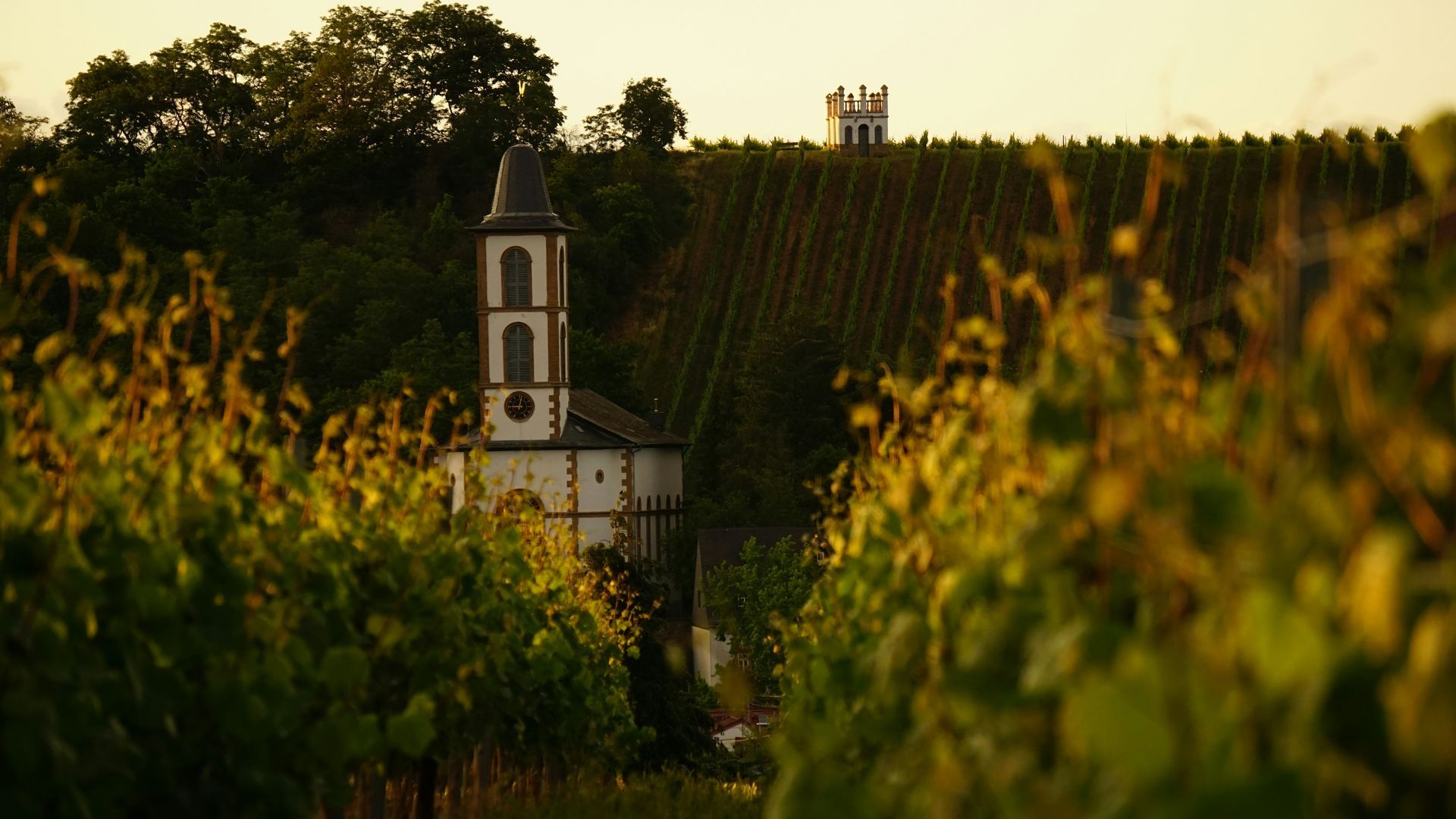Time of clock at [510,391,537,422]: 9:01
